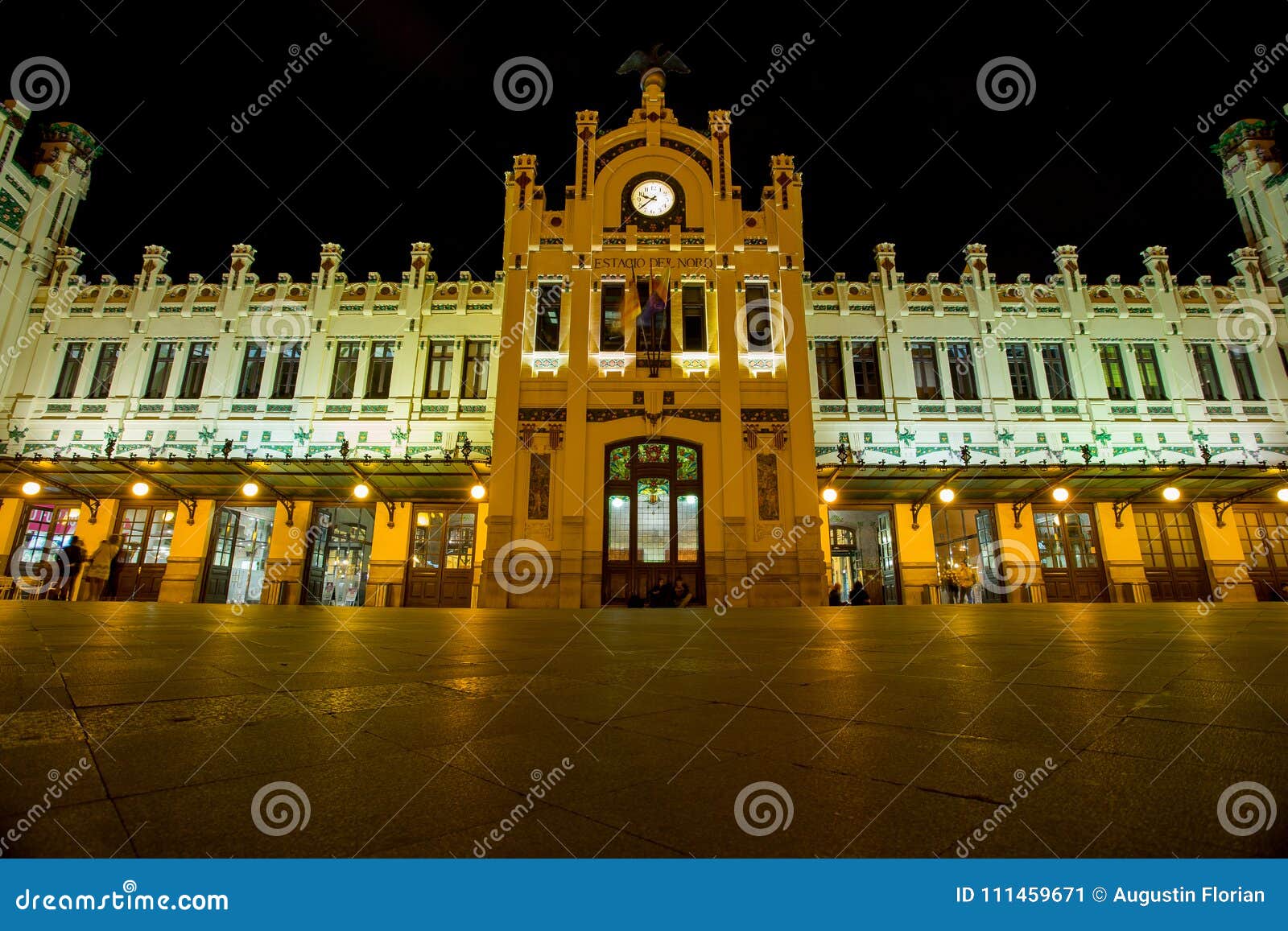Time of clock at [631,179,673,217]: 9:38
